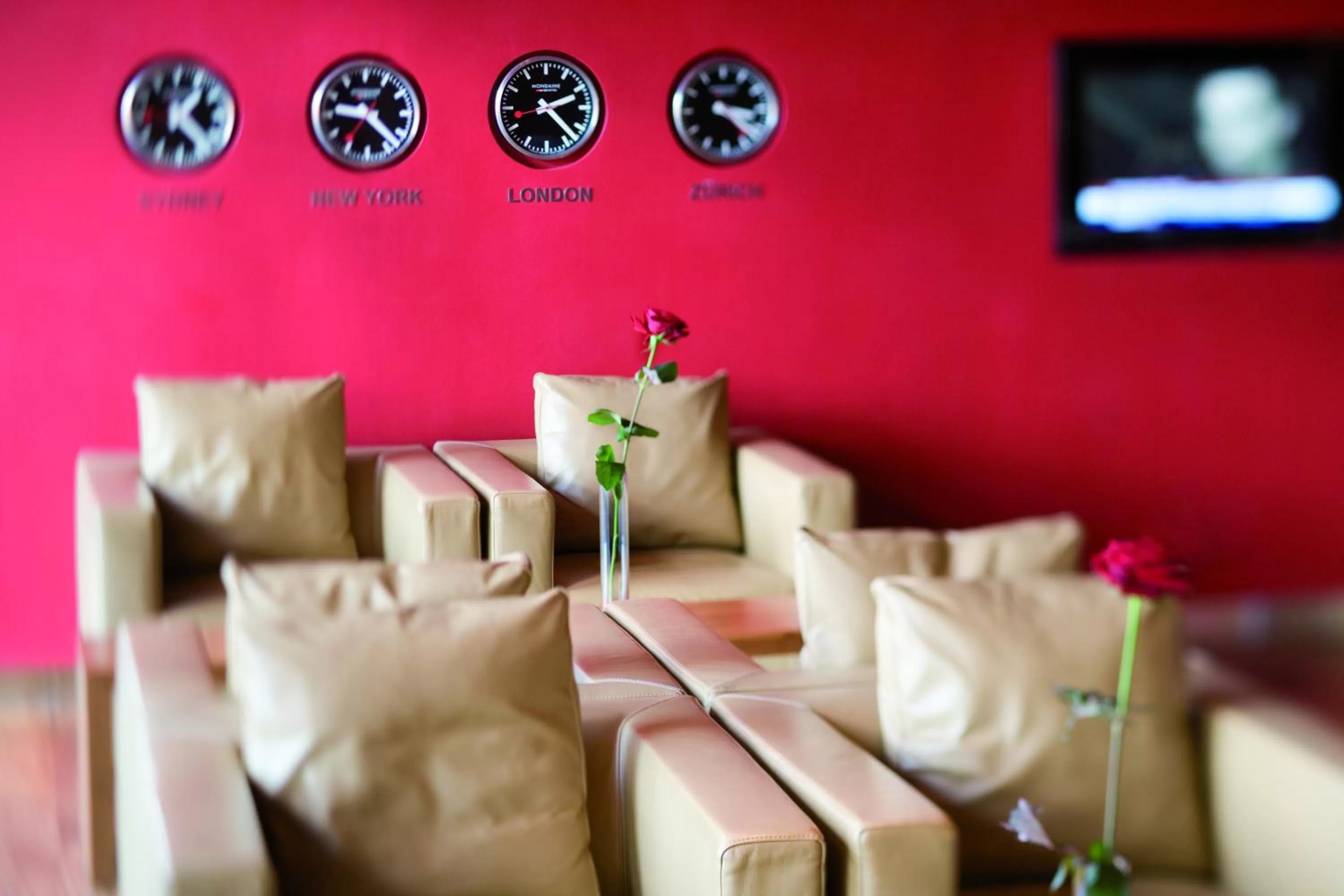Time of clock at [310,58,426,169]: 9:22
